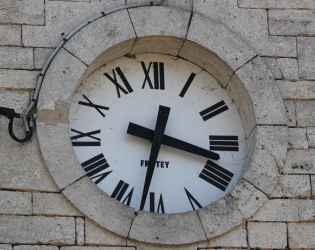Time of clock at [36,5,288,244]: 3:32
